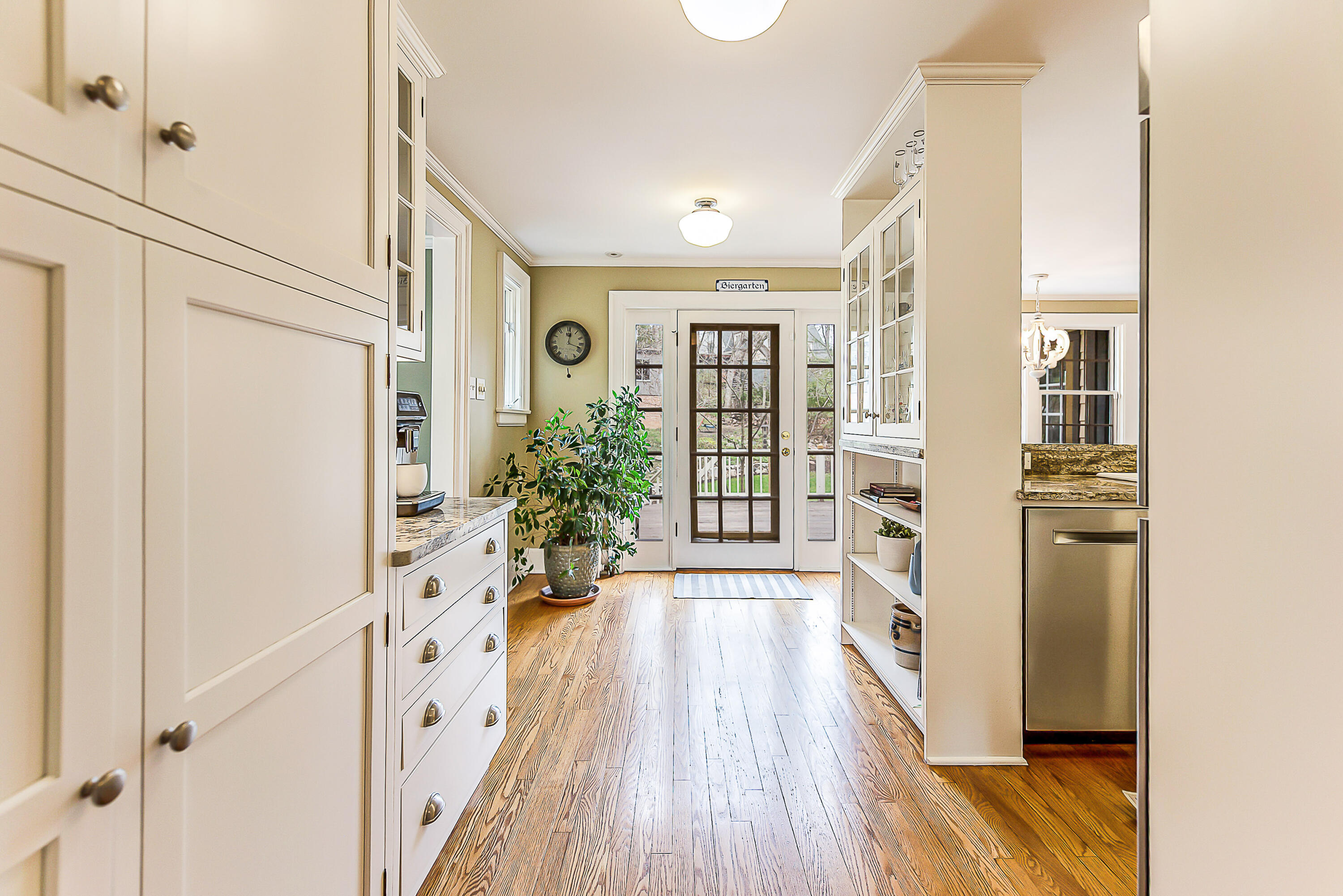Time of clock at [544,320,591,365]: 12:17
